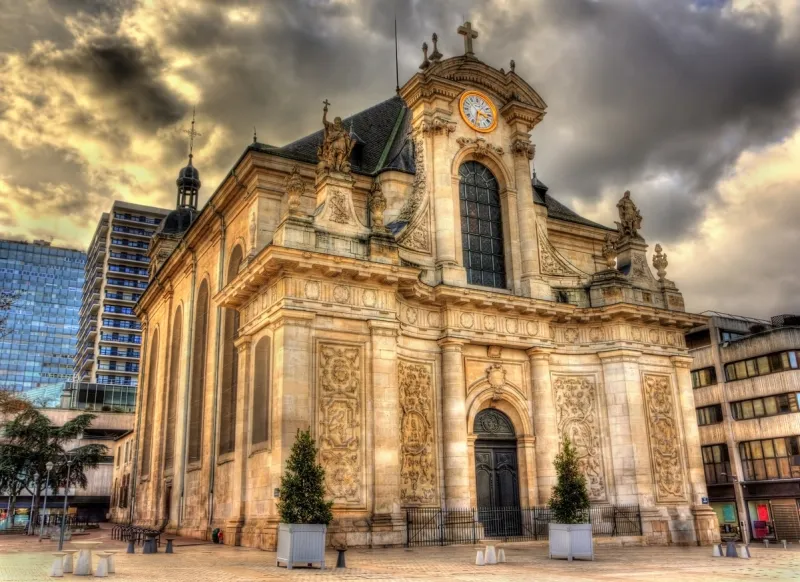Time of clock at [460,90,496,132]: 3:32
